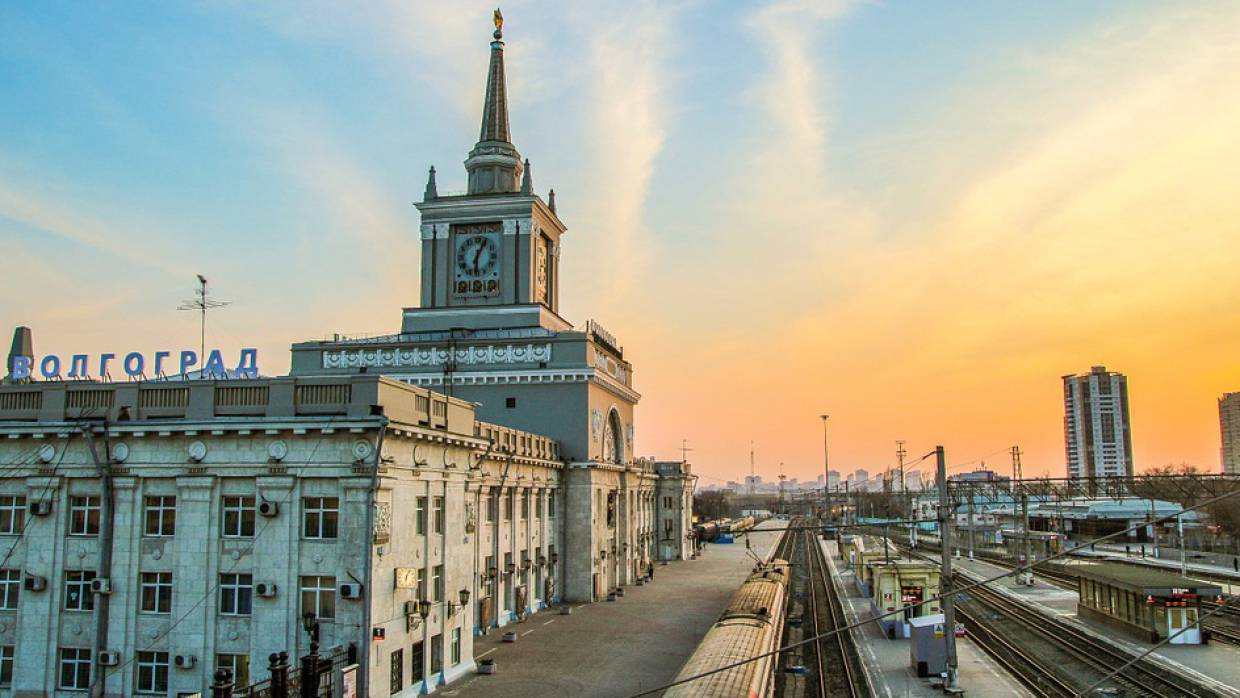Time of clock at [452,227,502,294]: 6:05
